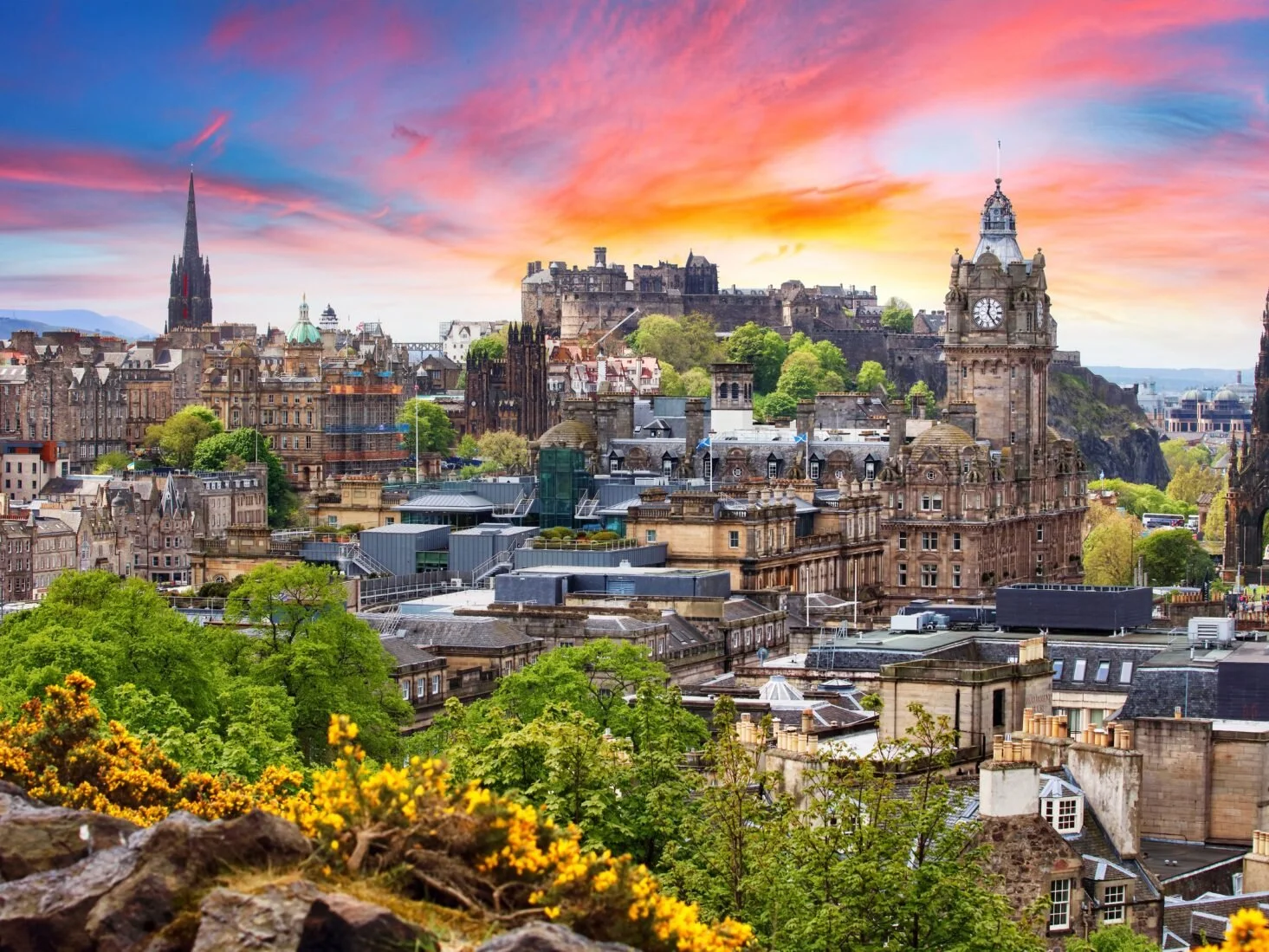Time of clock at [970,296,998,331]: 12:23
